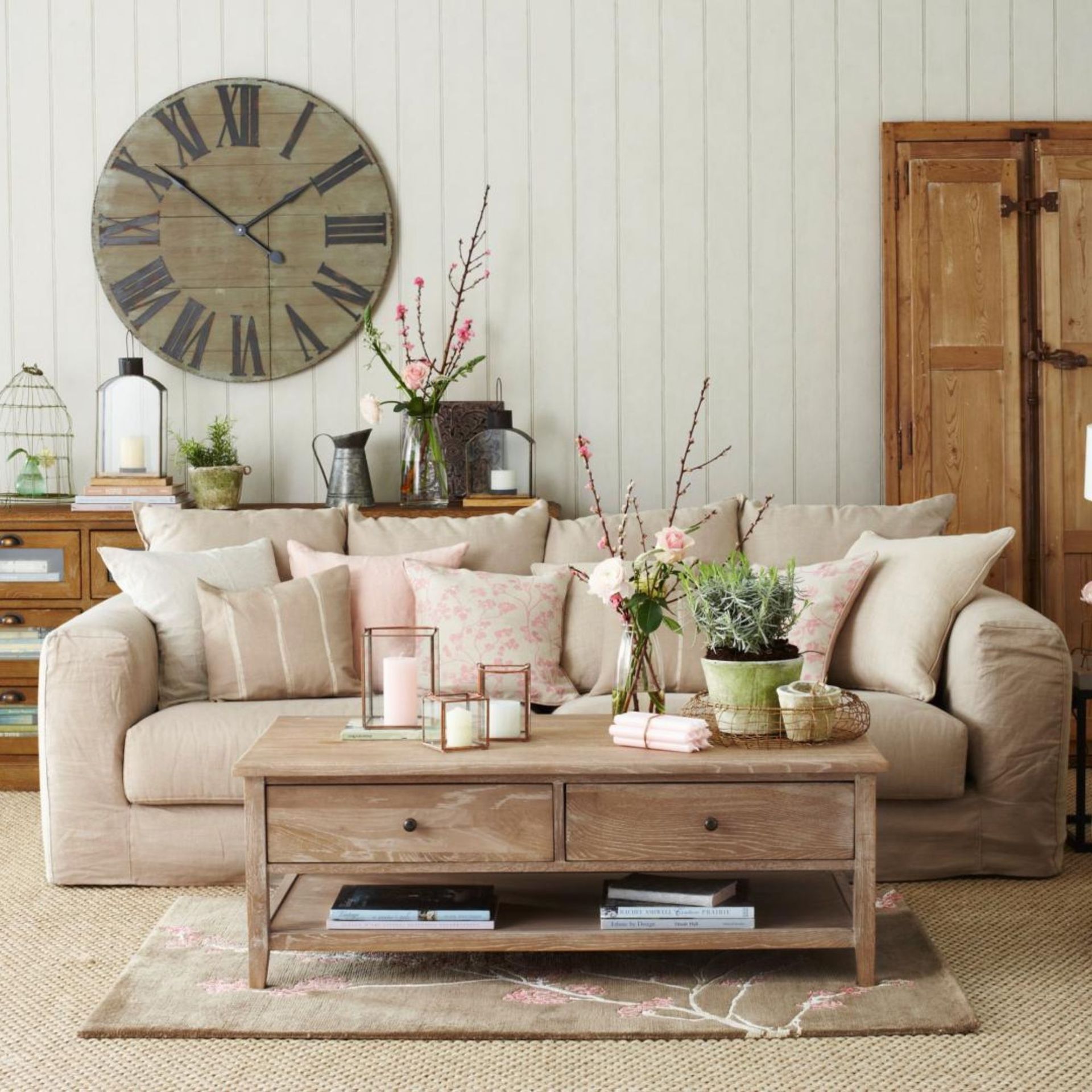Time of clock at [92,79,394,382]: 1:51
